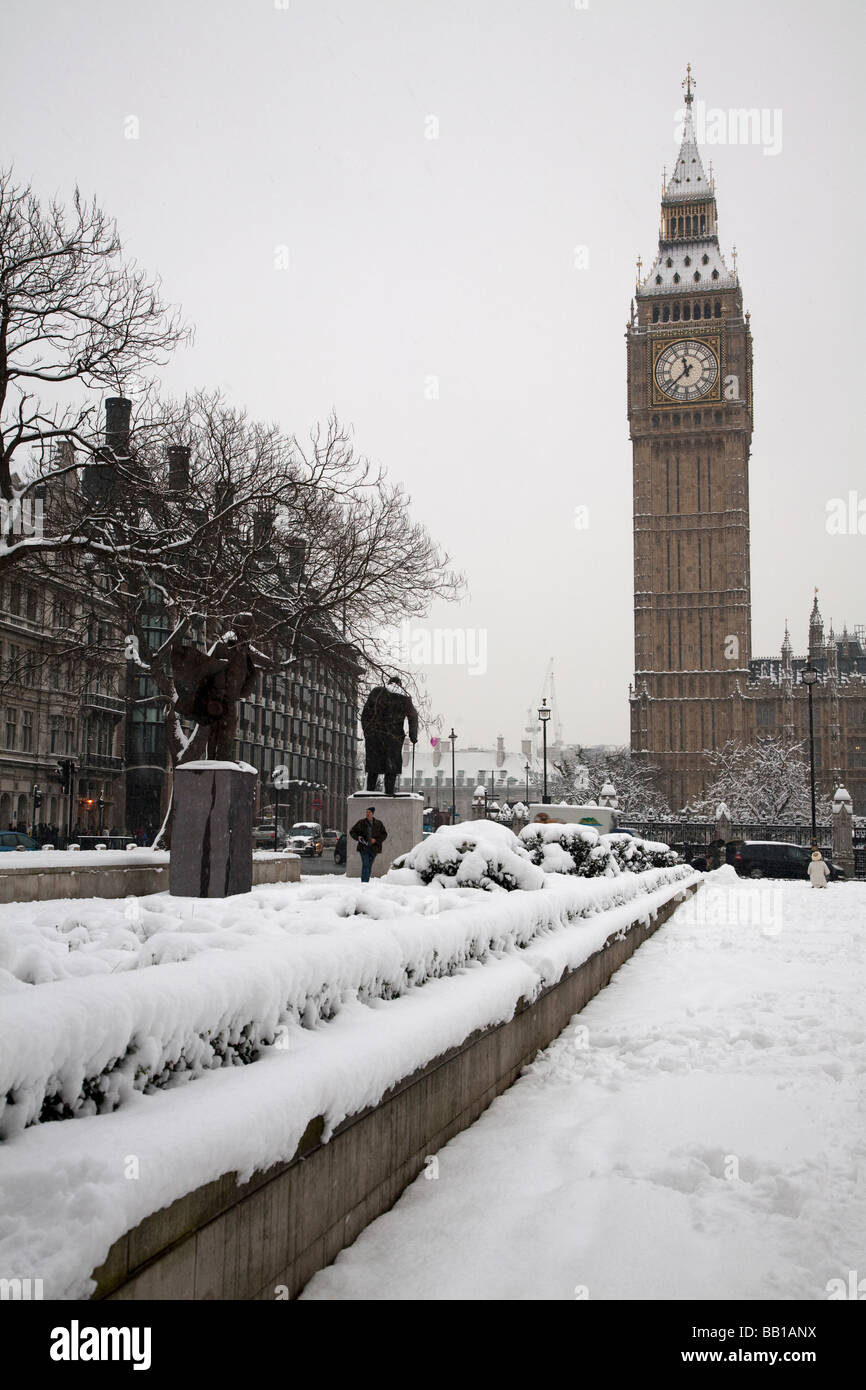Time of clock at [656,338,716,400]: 11:37
